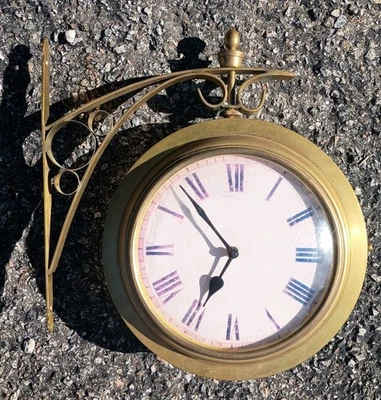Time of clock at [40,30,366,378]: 6:53
